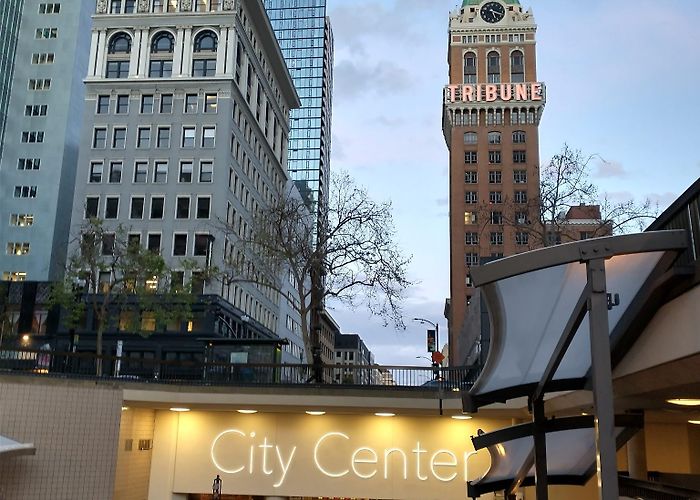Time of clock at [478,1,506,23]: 5:17
